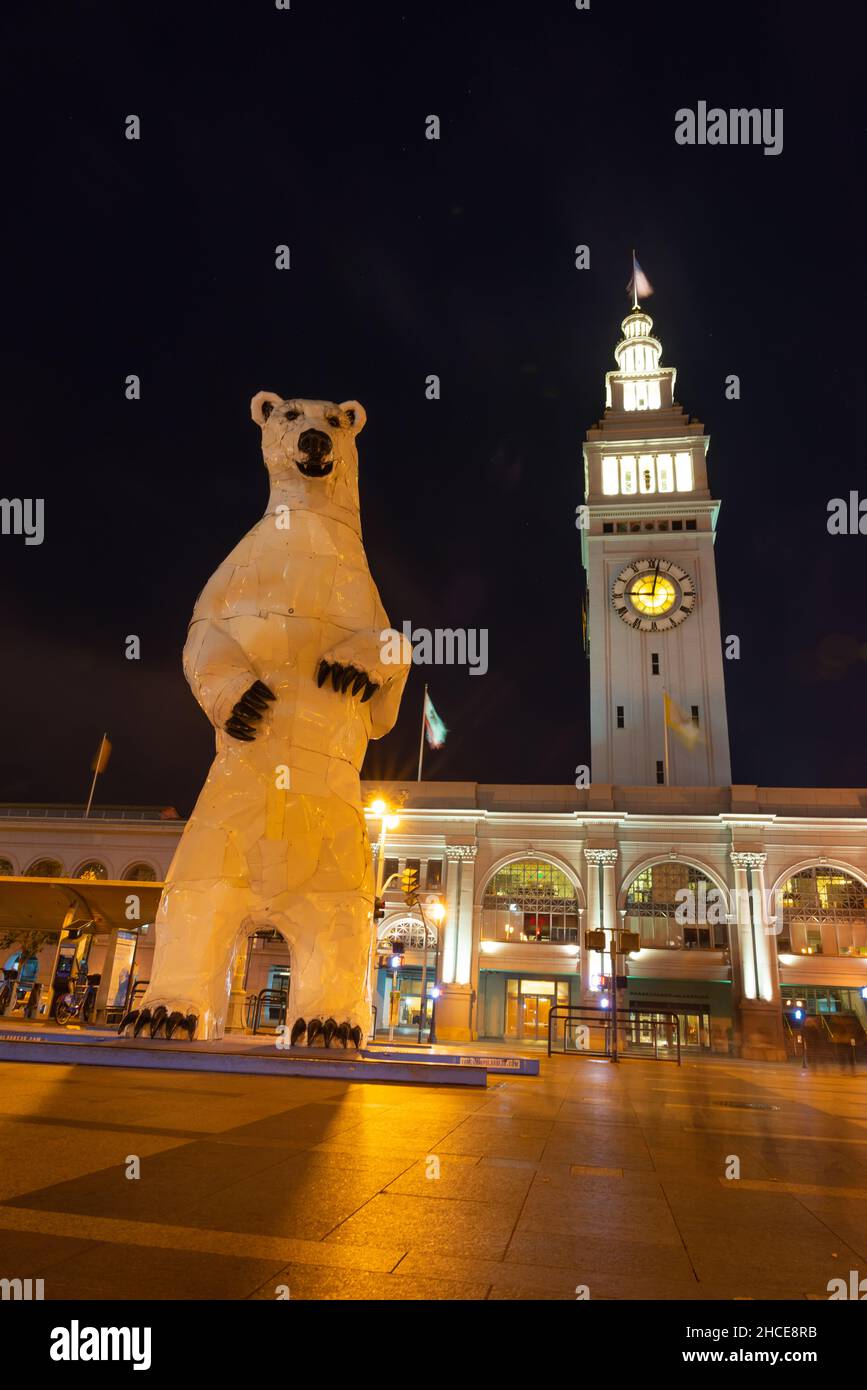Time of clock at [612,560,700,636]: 9:01
